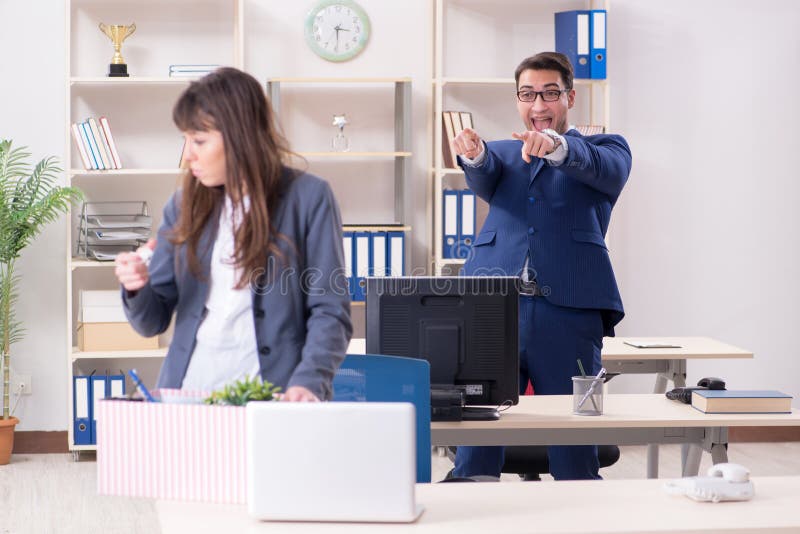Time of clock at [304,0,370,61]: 3:29
